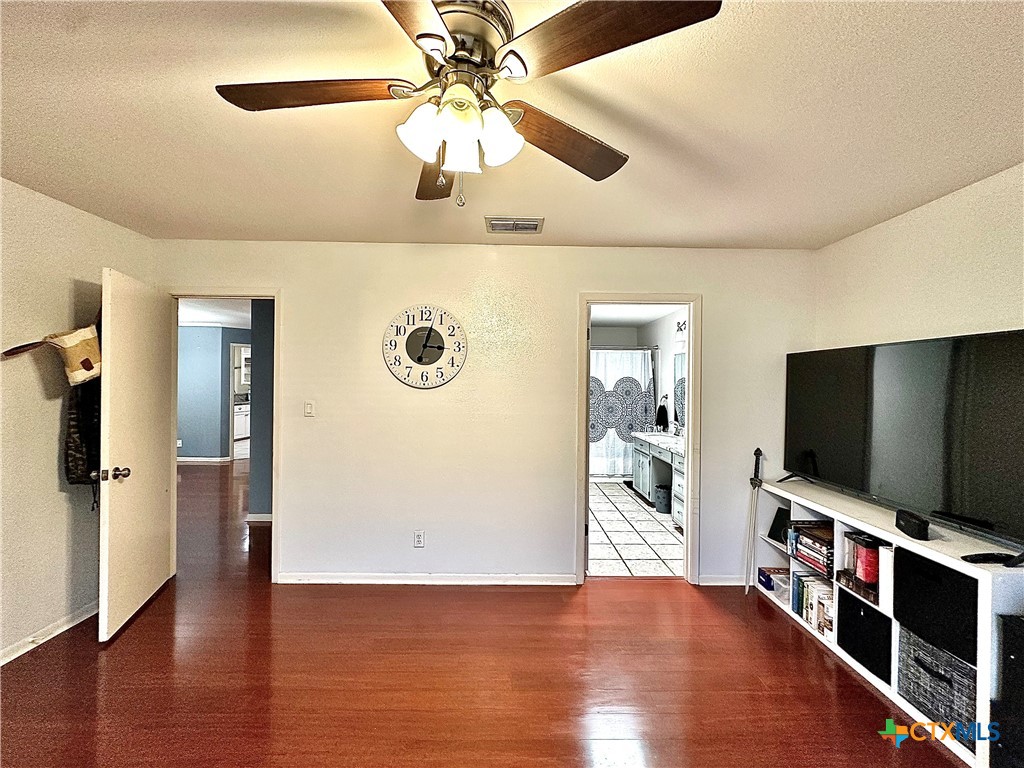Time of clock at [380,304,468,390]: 3:03
